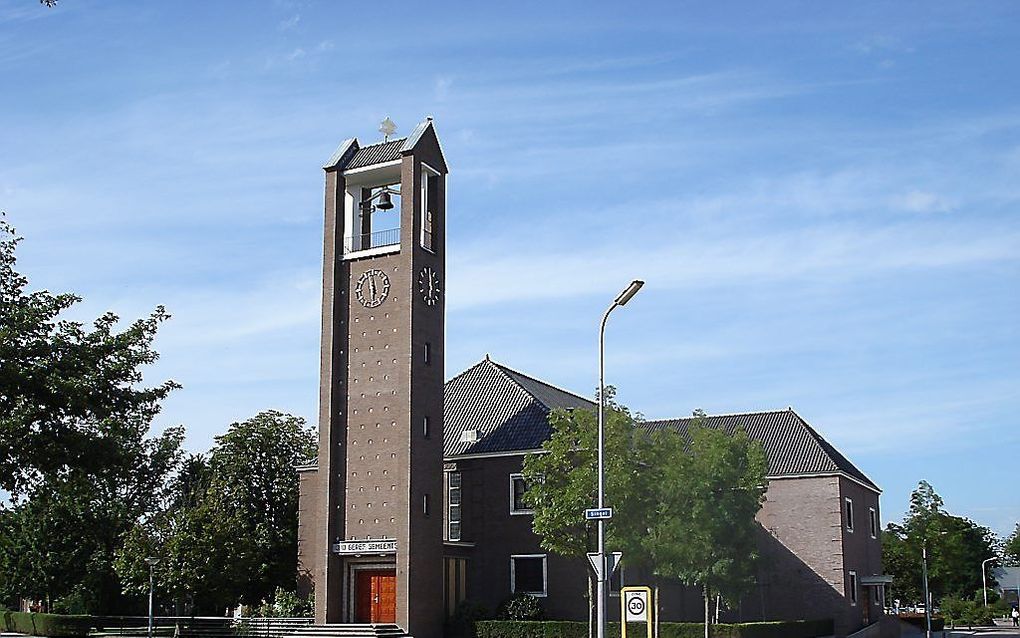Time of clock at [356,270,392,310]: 5:58
